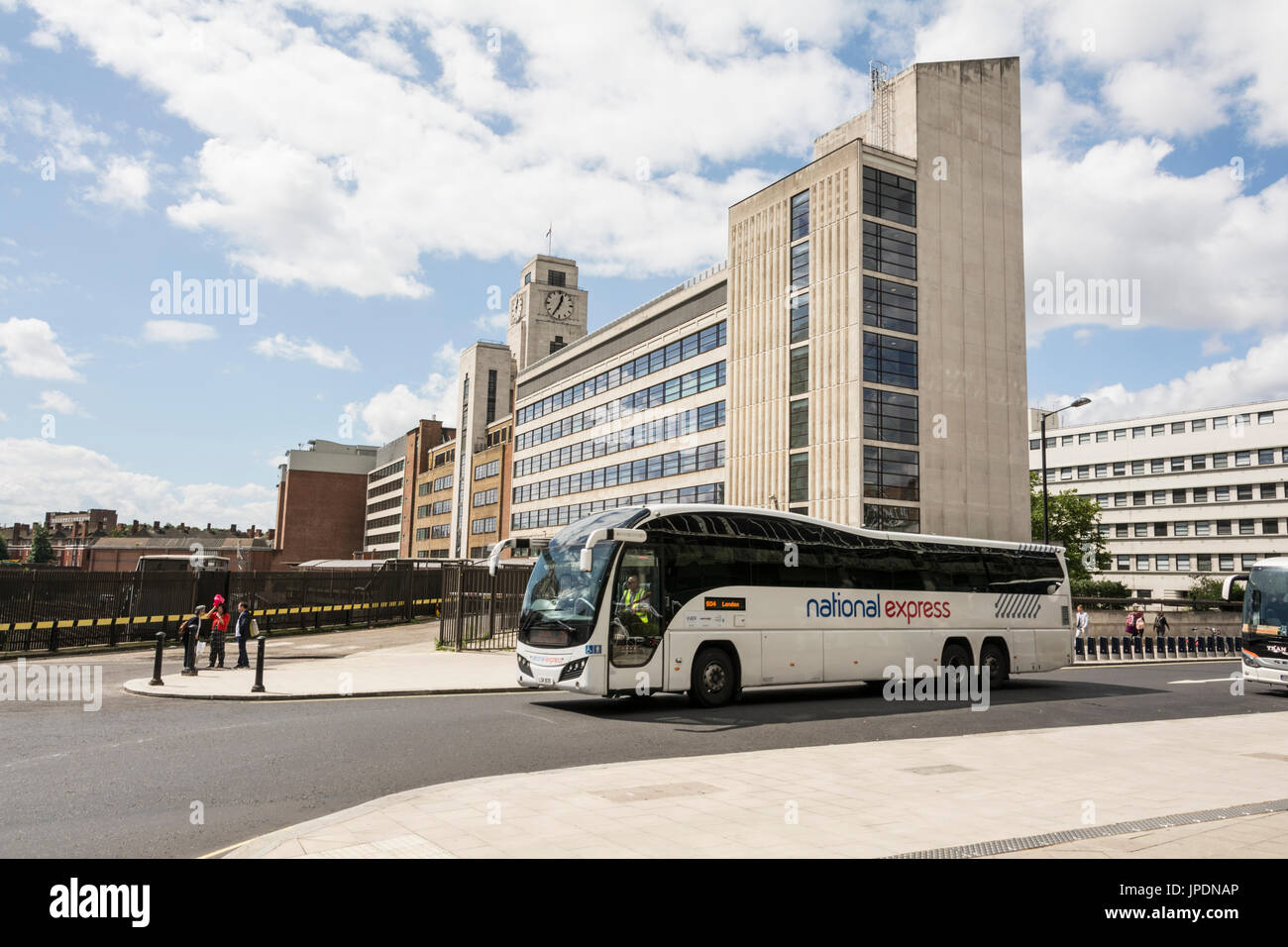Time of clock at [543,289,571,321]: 12:34
